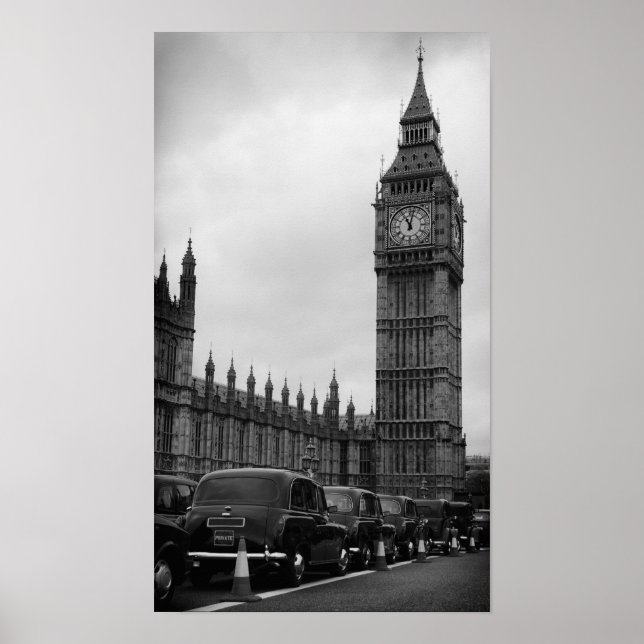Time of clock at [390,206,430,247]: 11:02
